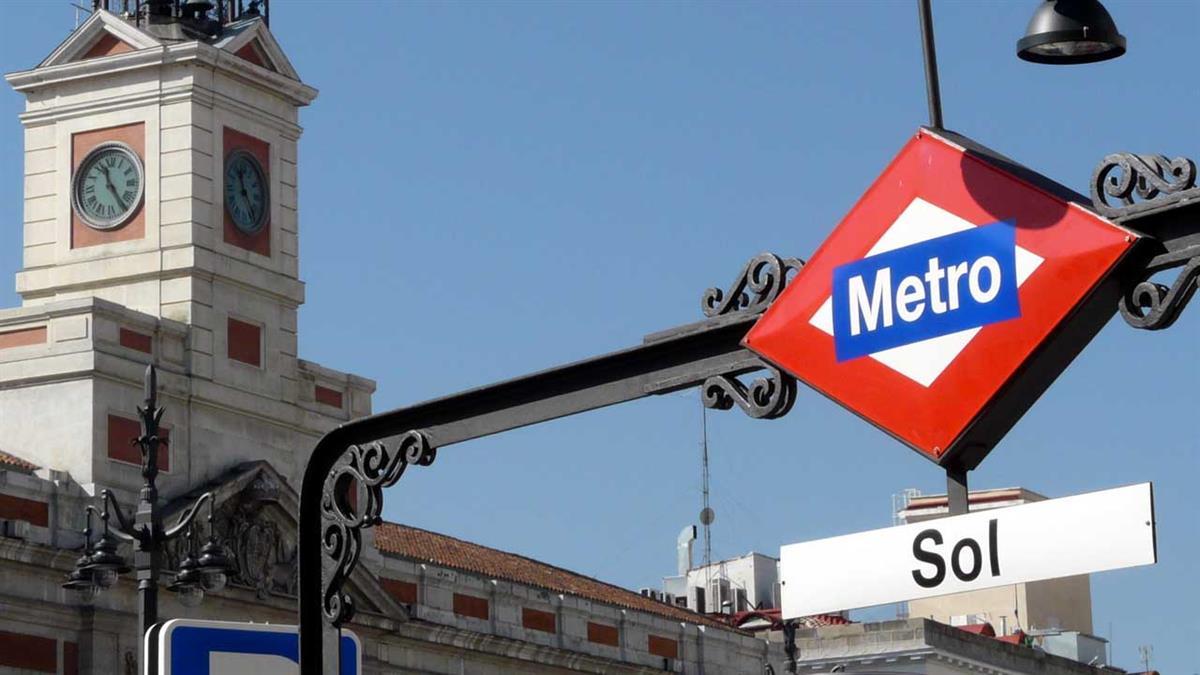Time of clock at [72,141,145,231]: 11:24
